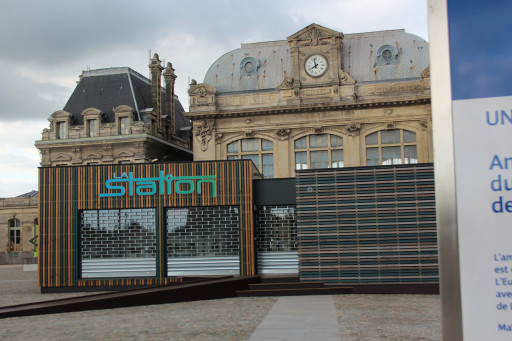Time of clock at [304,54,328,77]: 7:57
